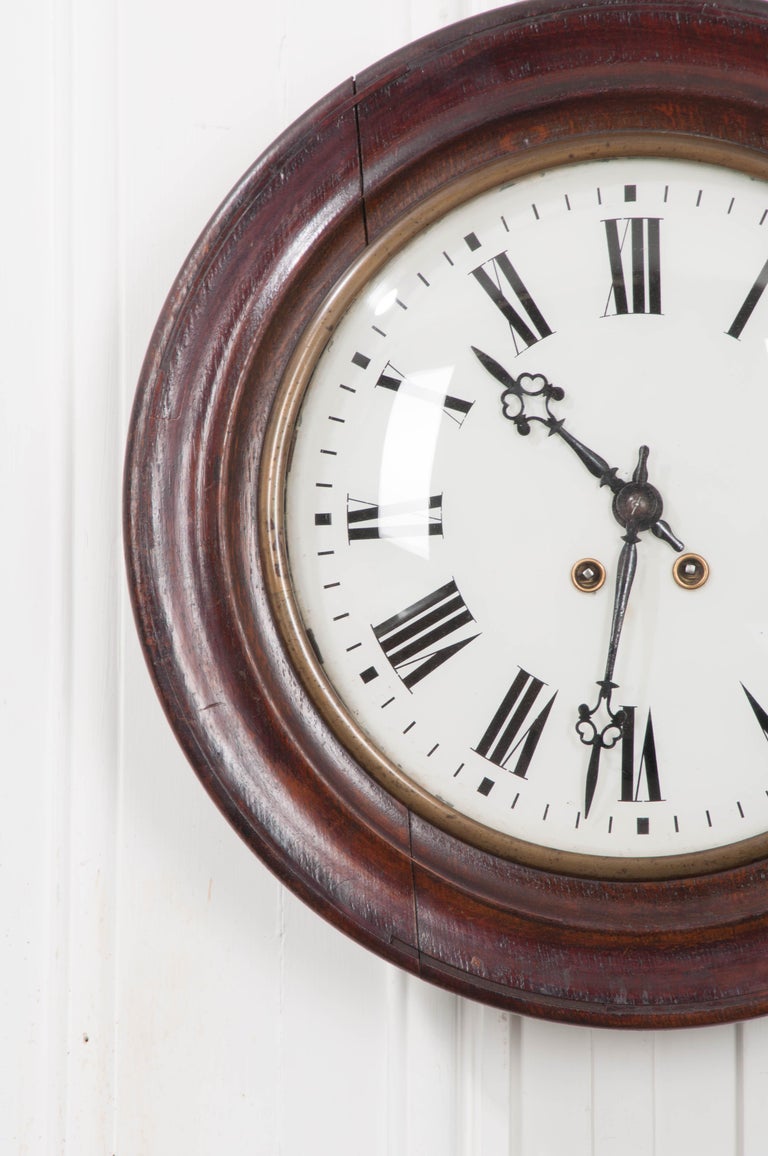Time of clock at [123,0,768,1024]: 10:31
